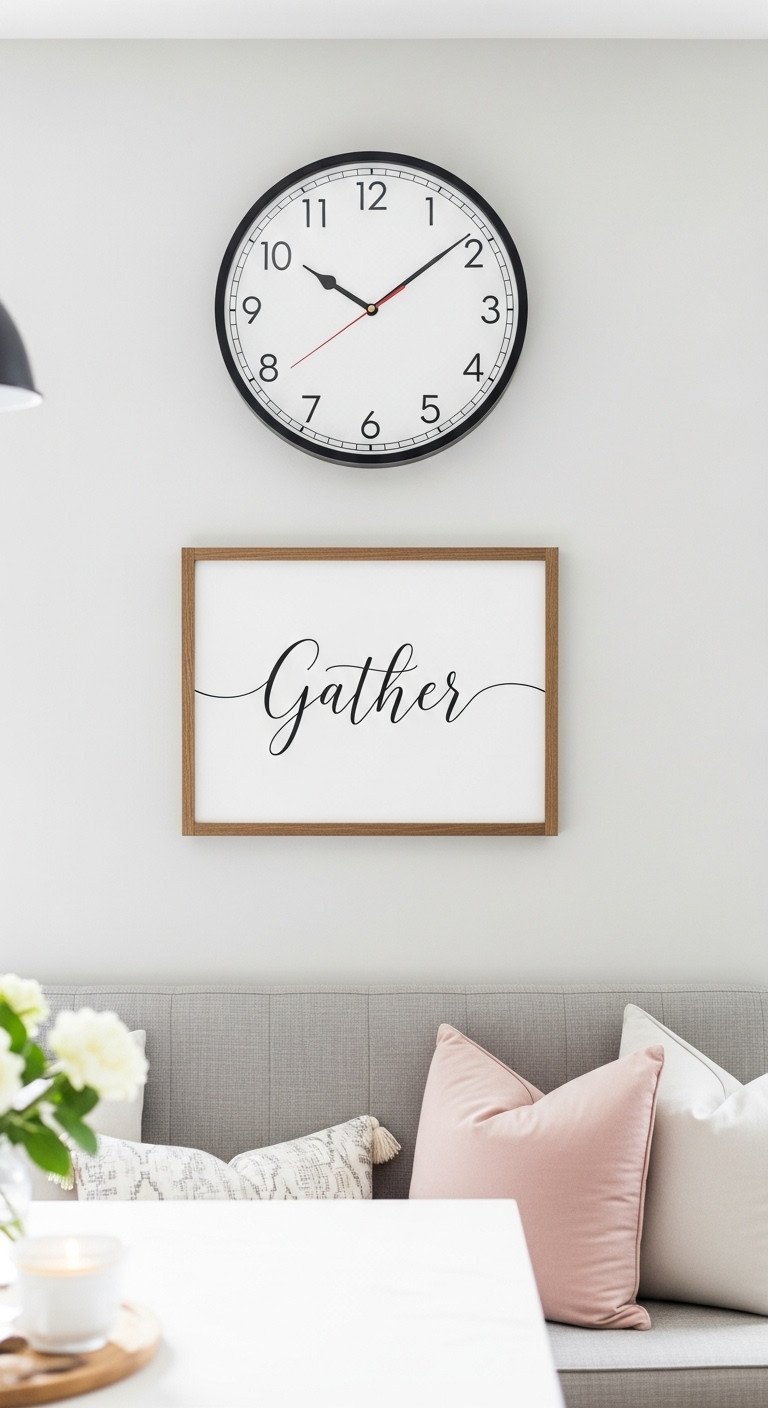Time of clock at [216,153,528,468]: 10:08
